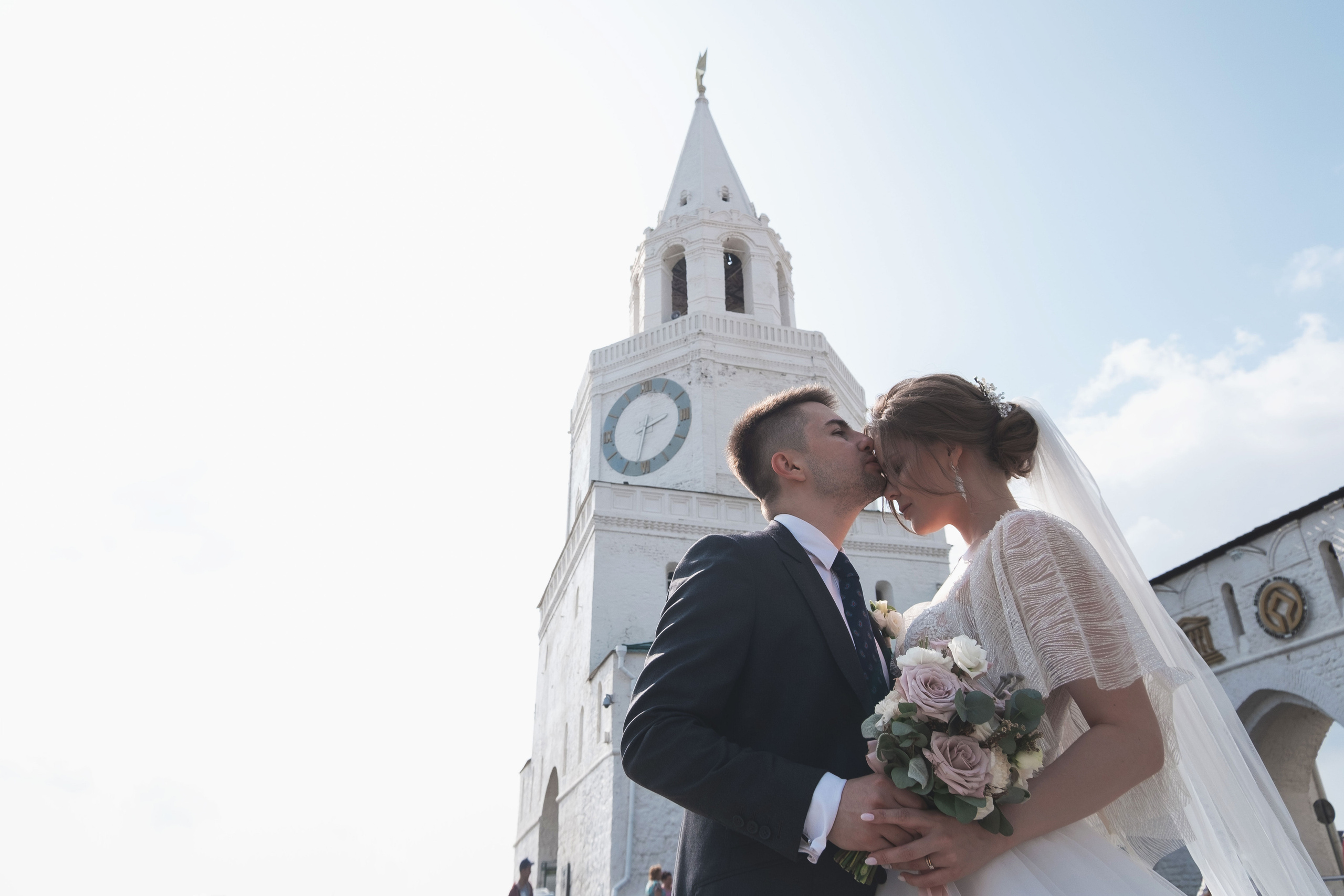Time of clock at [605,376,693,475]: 2:32
